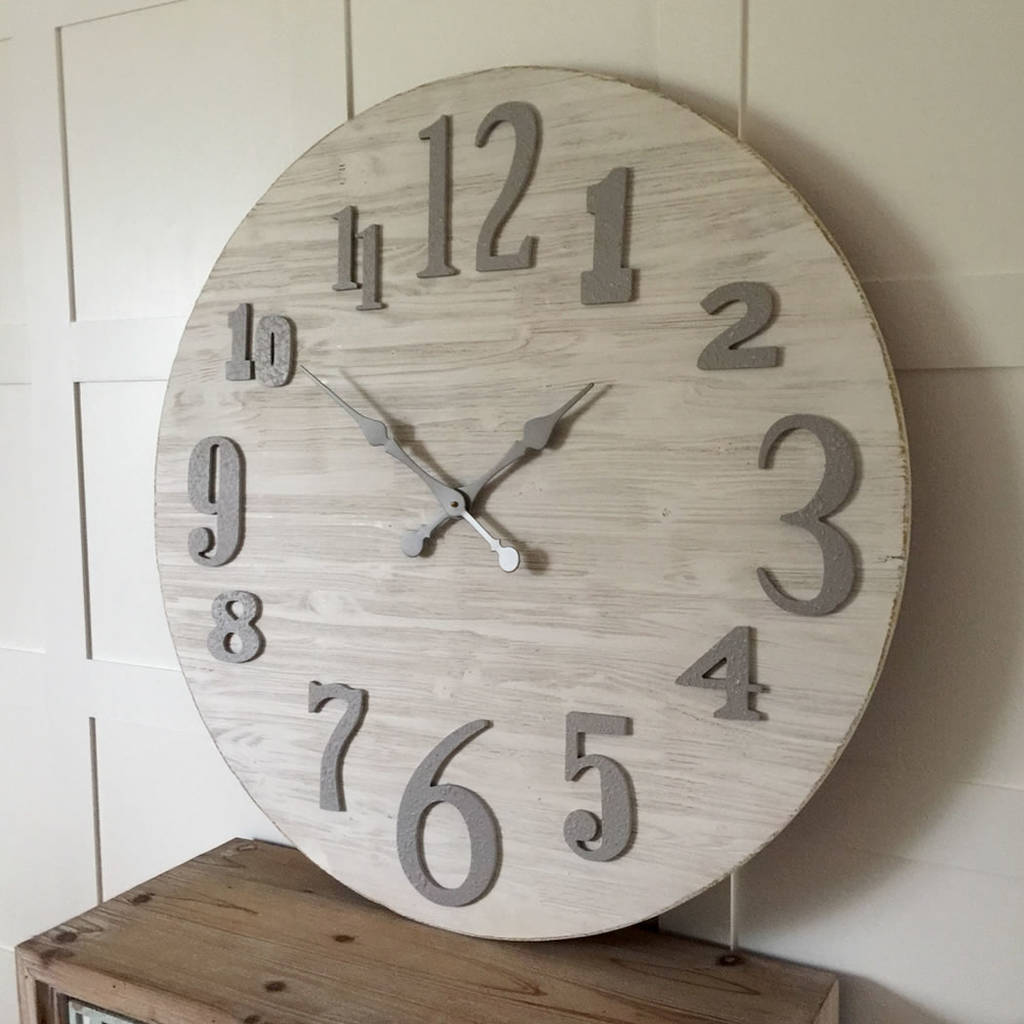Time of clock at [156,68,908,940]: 1:50
